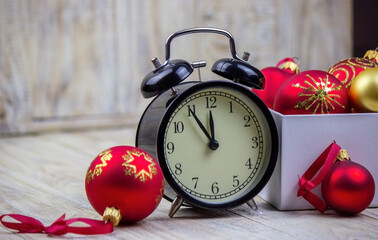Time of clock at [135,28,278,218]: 11:54
